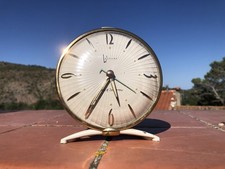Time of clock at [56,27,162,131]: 5:35
